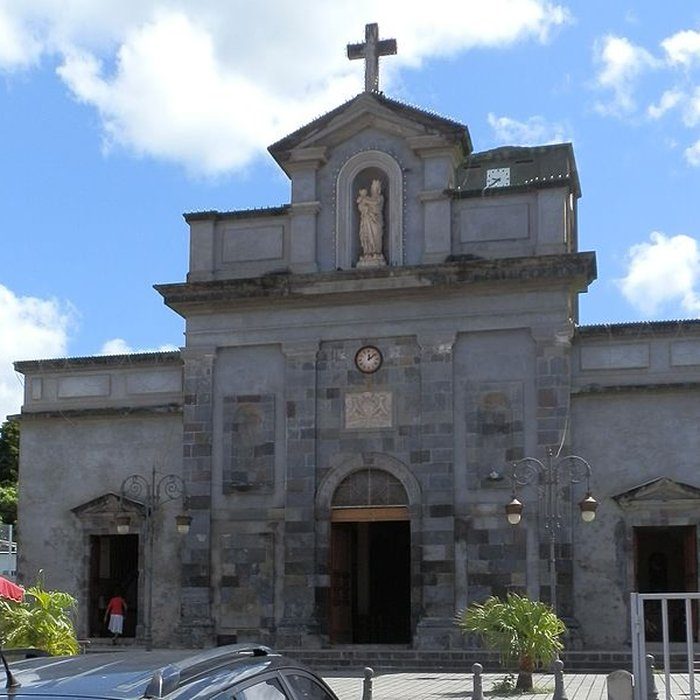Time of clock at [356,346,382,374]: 12:08
